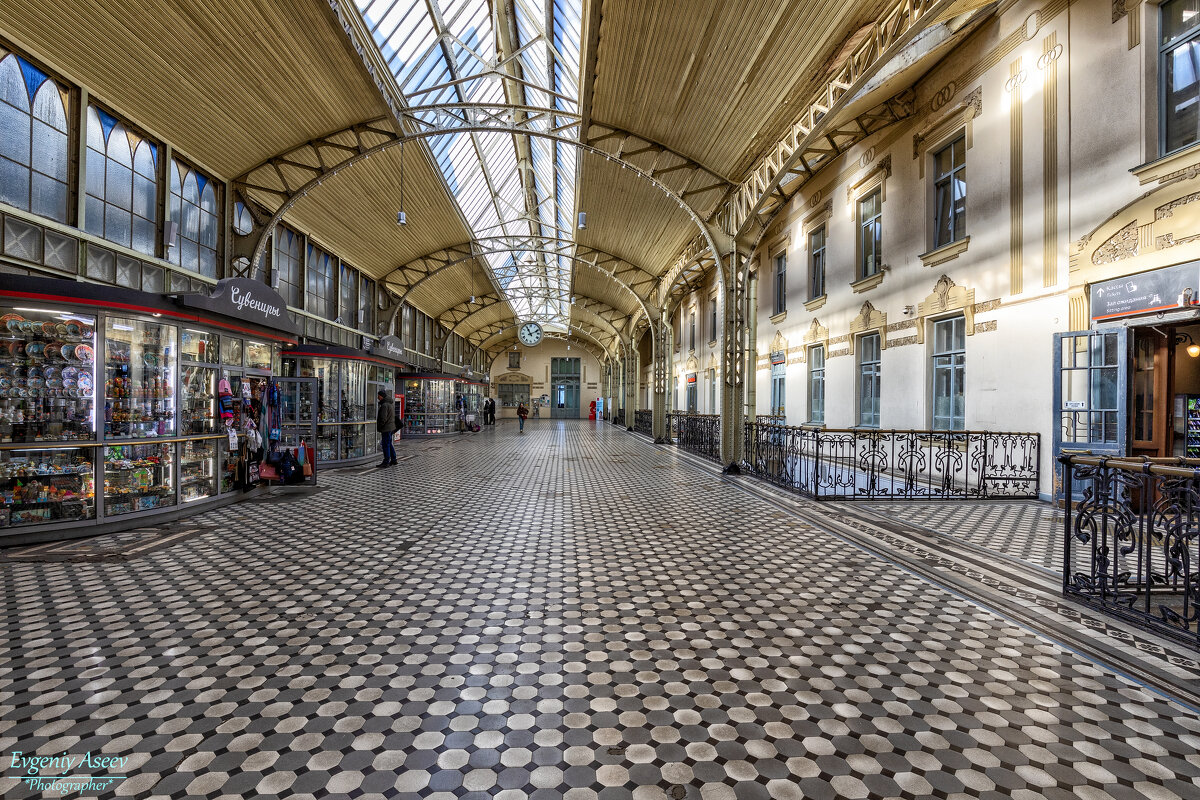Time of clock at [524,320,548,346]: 11:10
